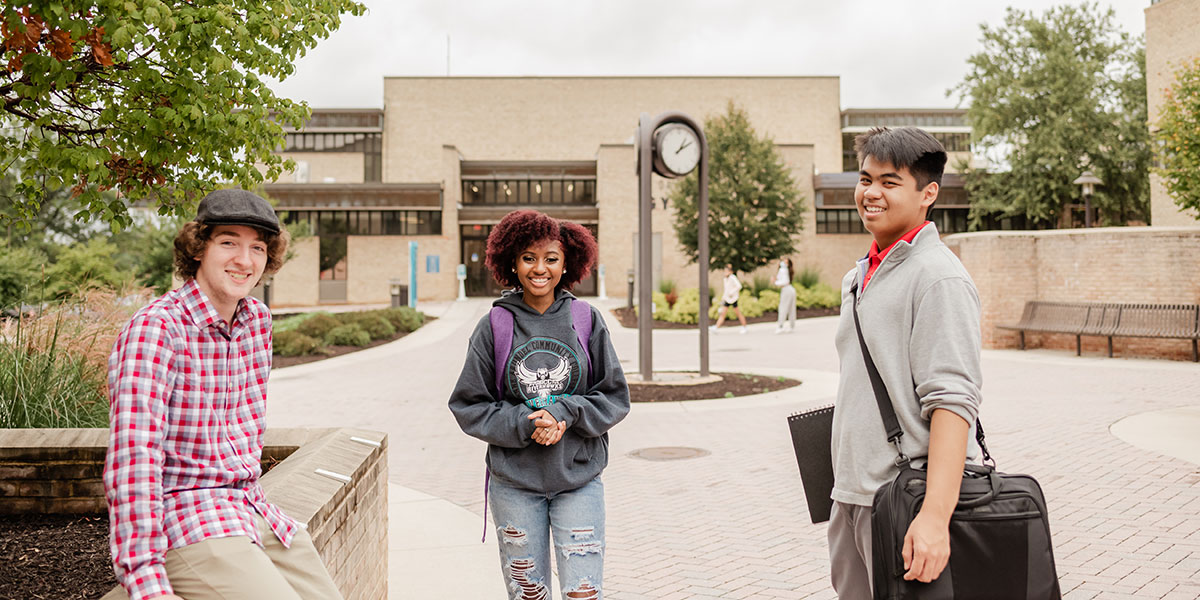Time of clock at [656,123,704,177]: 1:09
